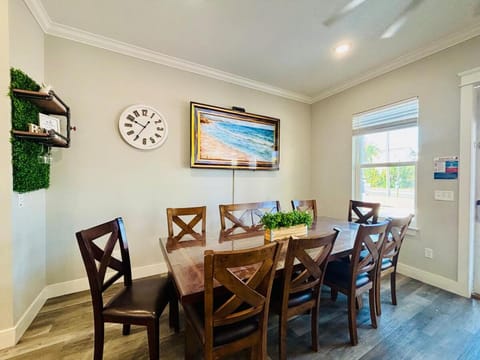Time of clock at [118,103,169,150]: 9:35
